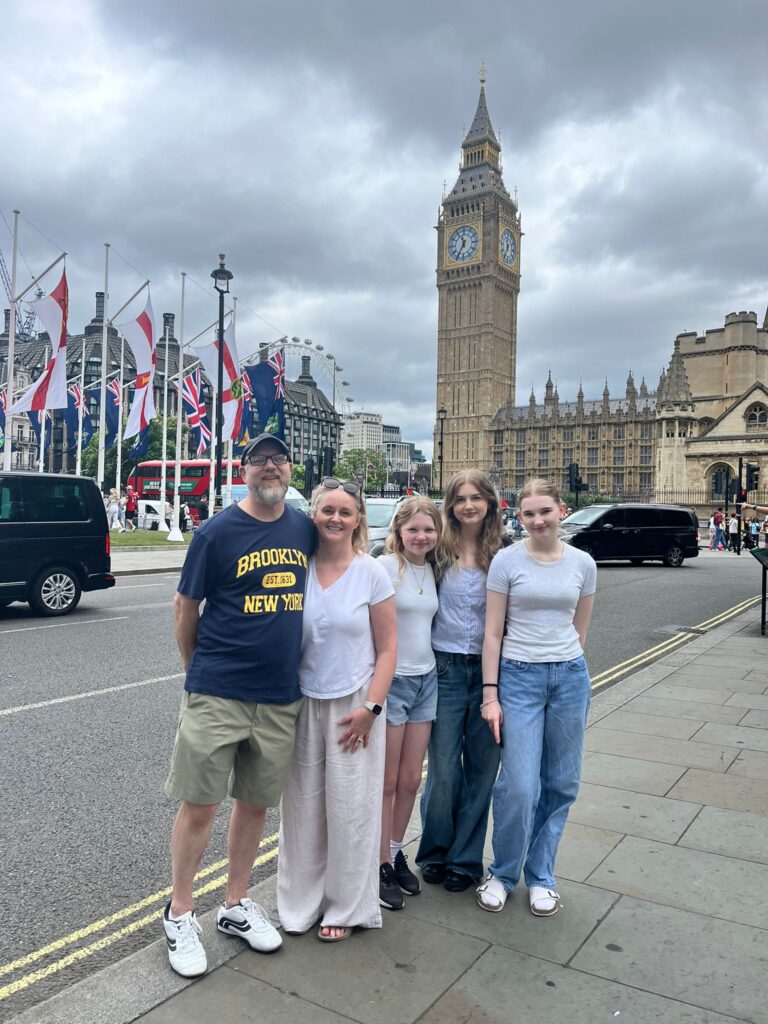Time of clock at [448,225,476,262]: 11:35
